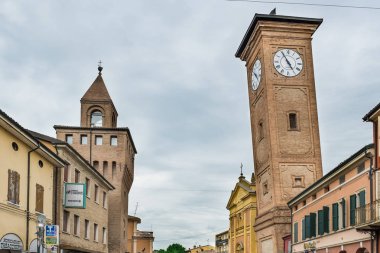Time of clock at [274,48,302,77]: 4:54
